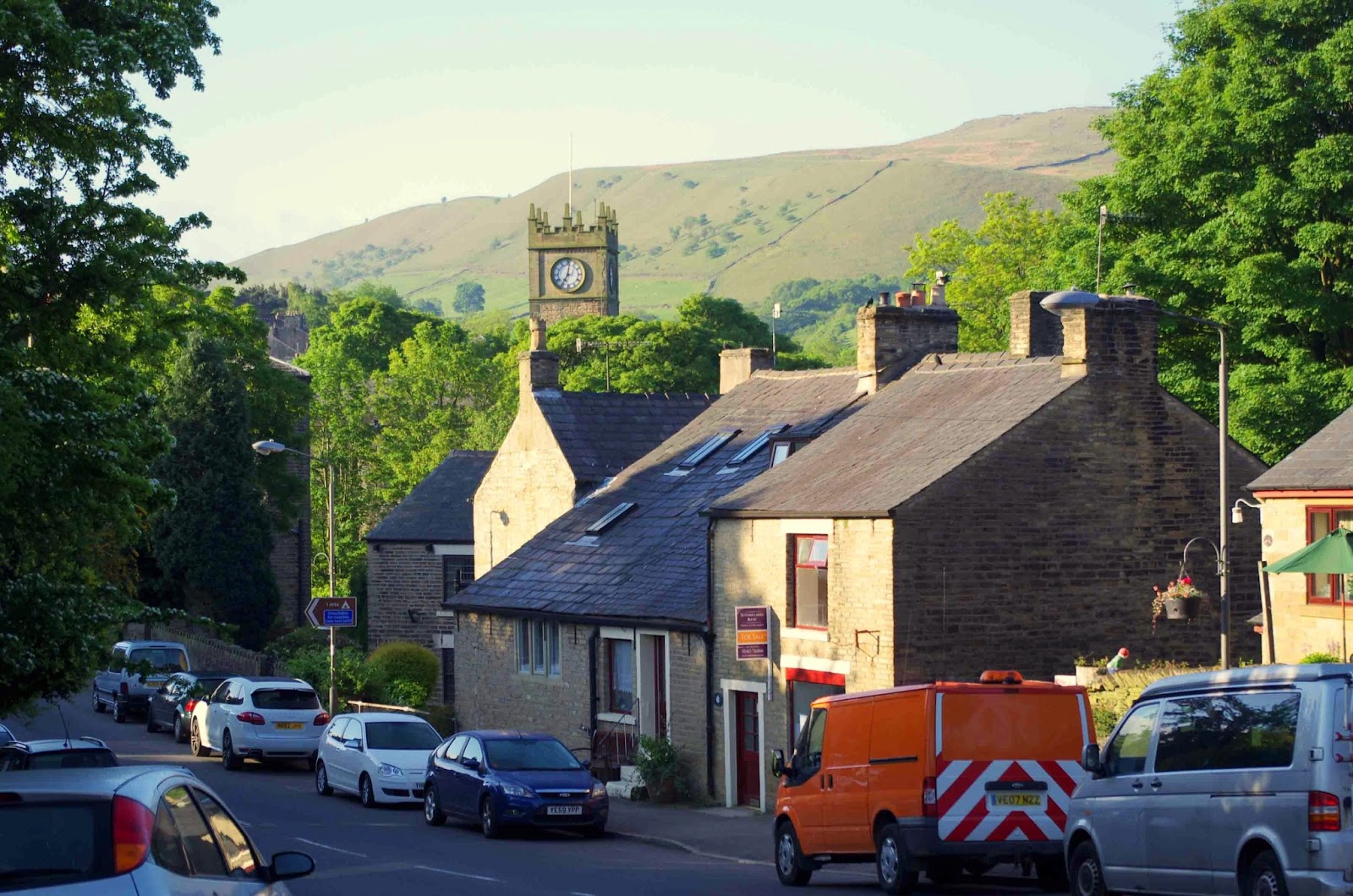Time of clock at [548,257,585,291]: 7:01
